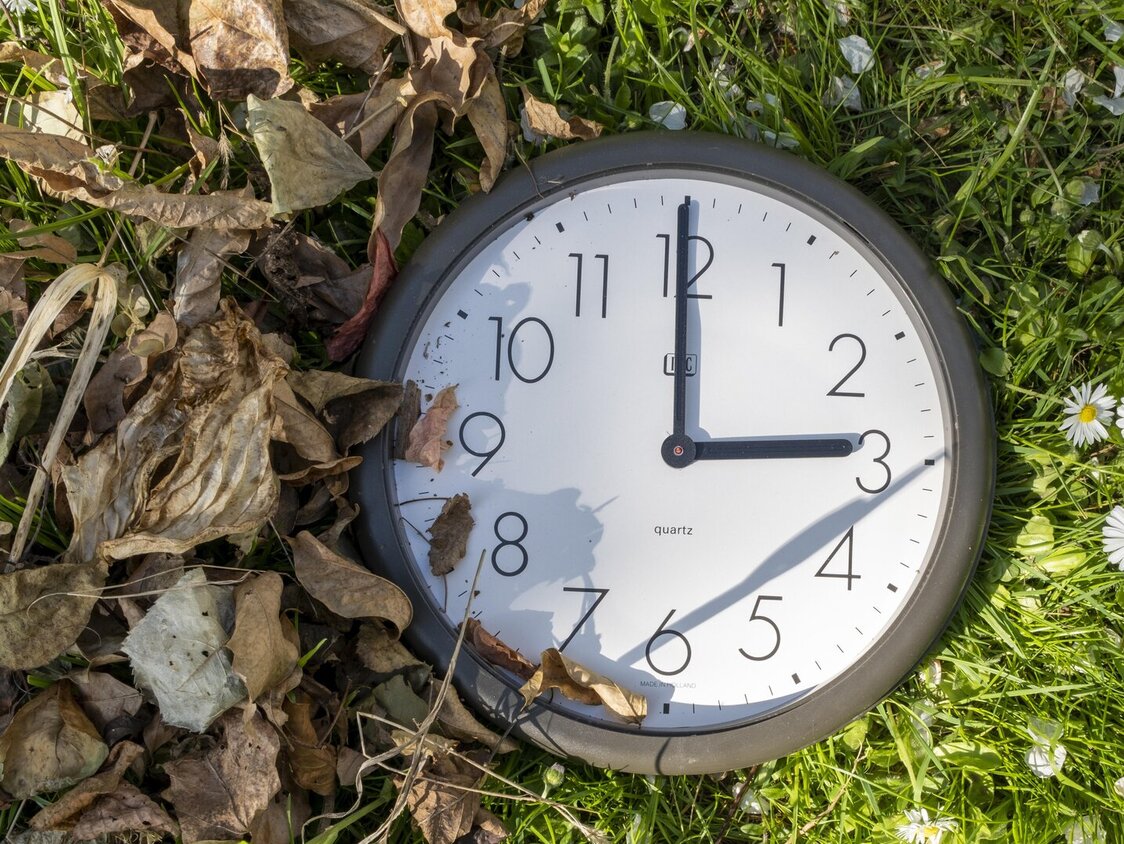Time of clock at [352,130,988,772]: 2:59
